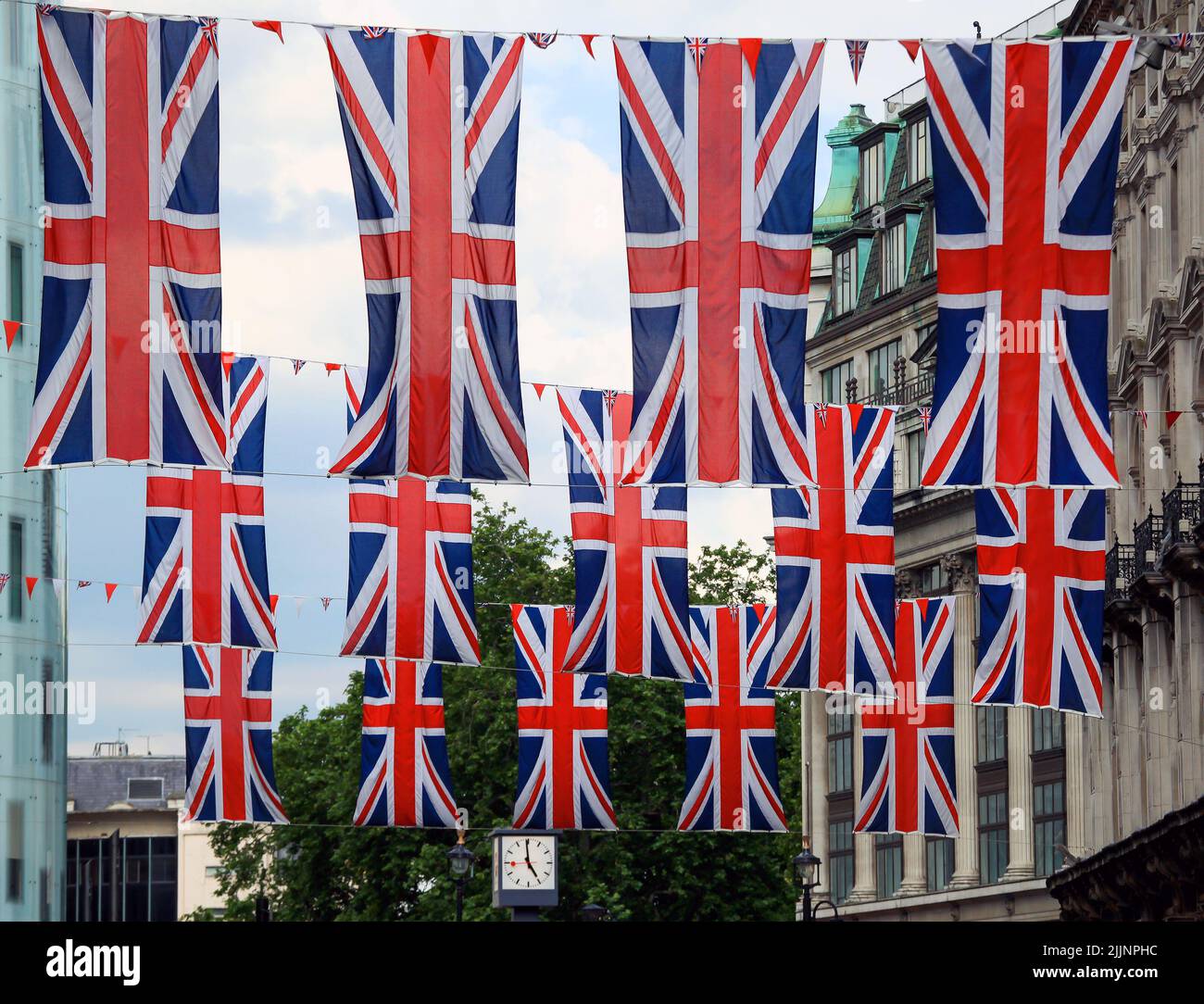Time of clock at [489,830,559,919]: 4:59
